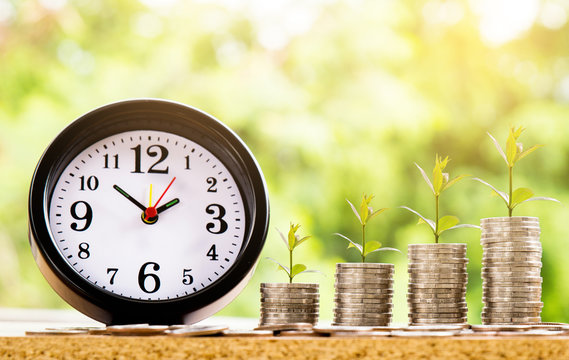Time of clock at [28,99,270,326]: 1:51
